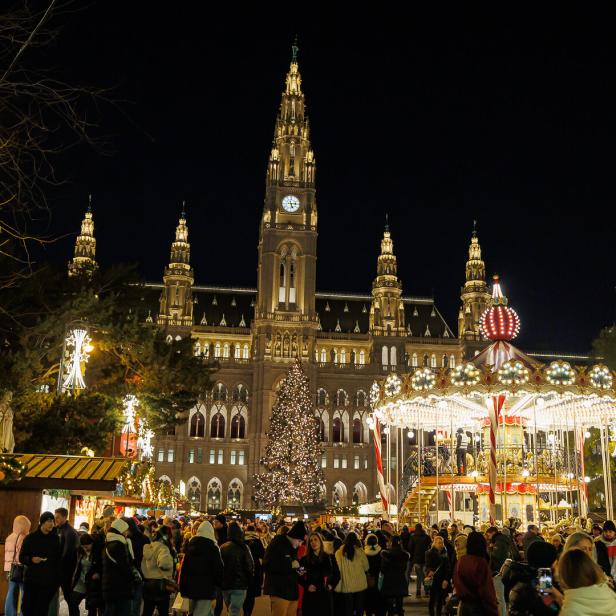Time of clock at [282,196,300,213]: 5:14
